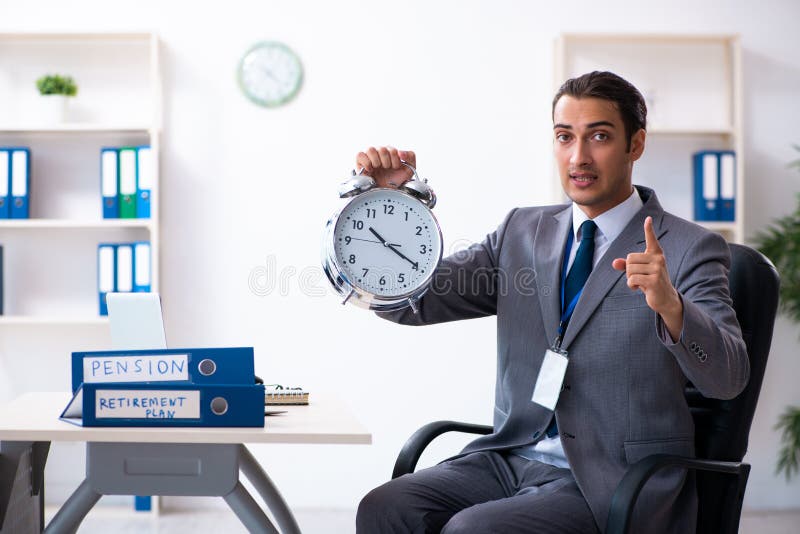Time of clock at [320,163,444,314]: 10:19
